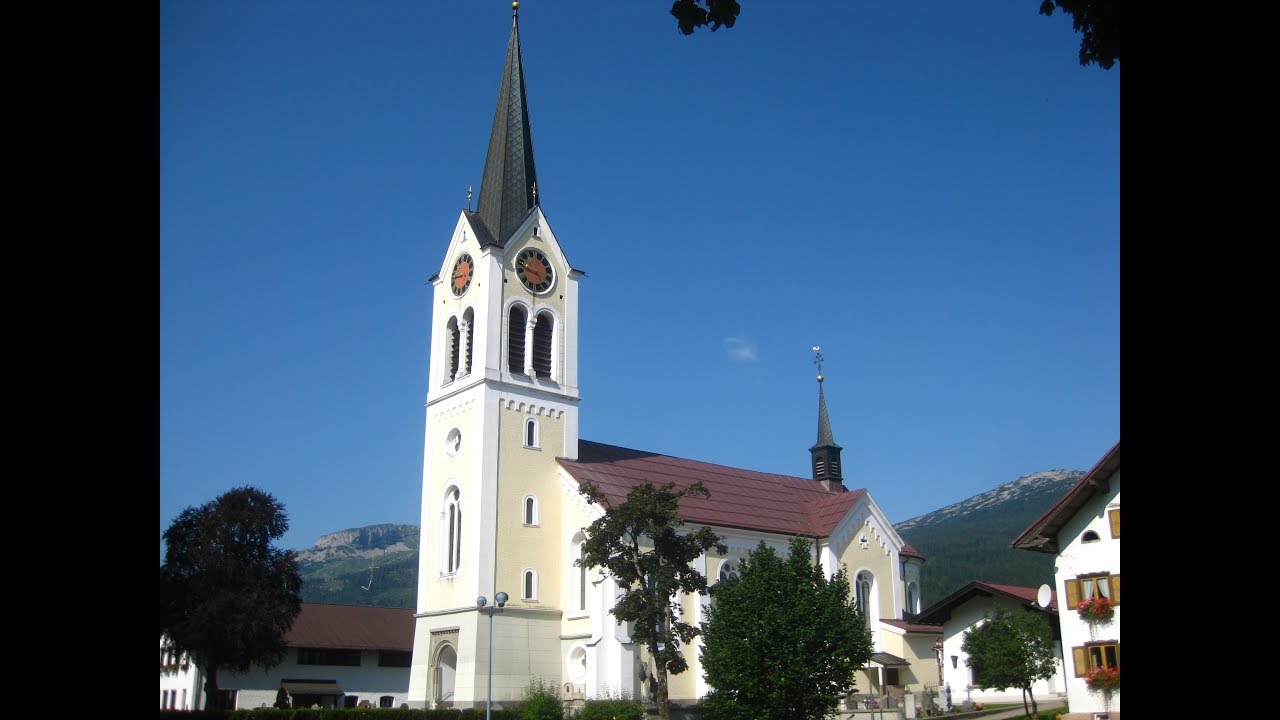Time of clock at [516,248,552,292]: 3:47
